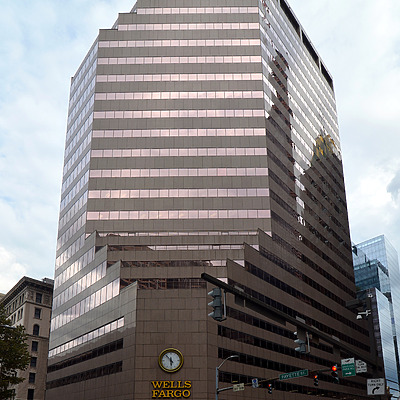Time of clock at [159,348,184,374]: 5:52
